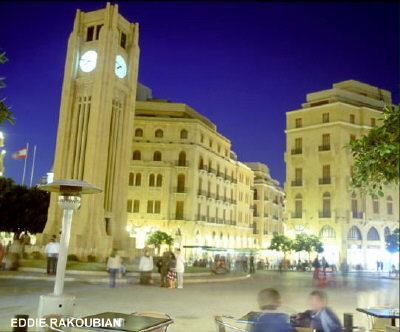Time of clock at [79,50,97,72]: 7:45
